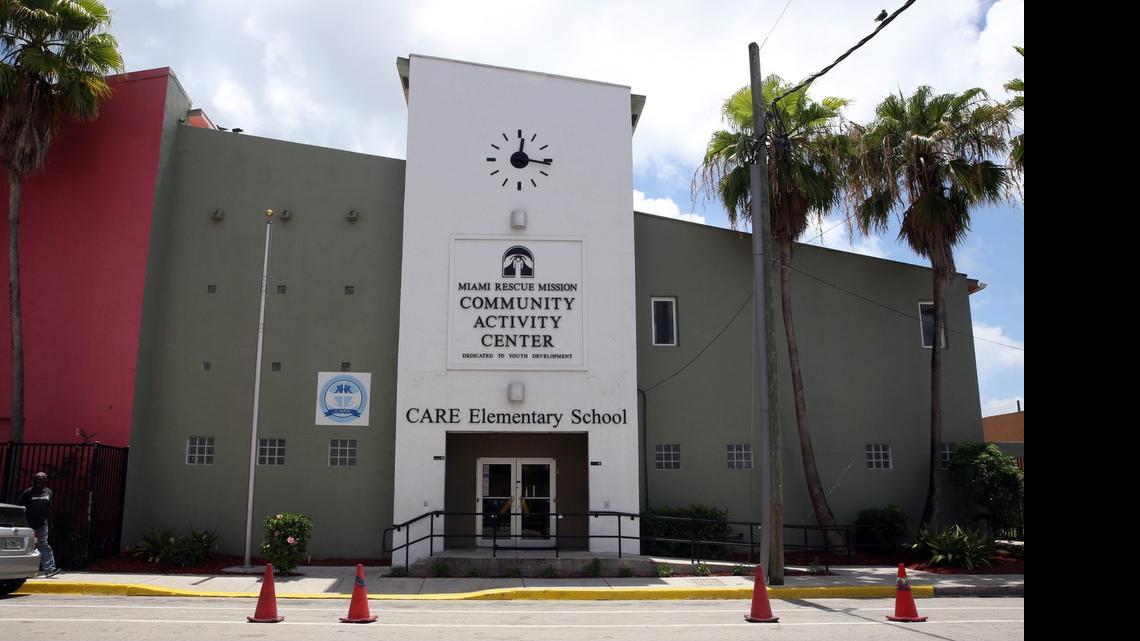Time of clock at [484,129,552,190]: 12:16
